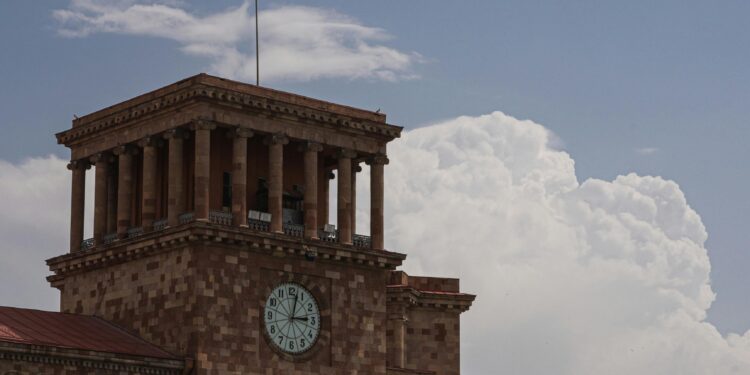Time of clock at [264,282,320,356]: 3:02
